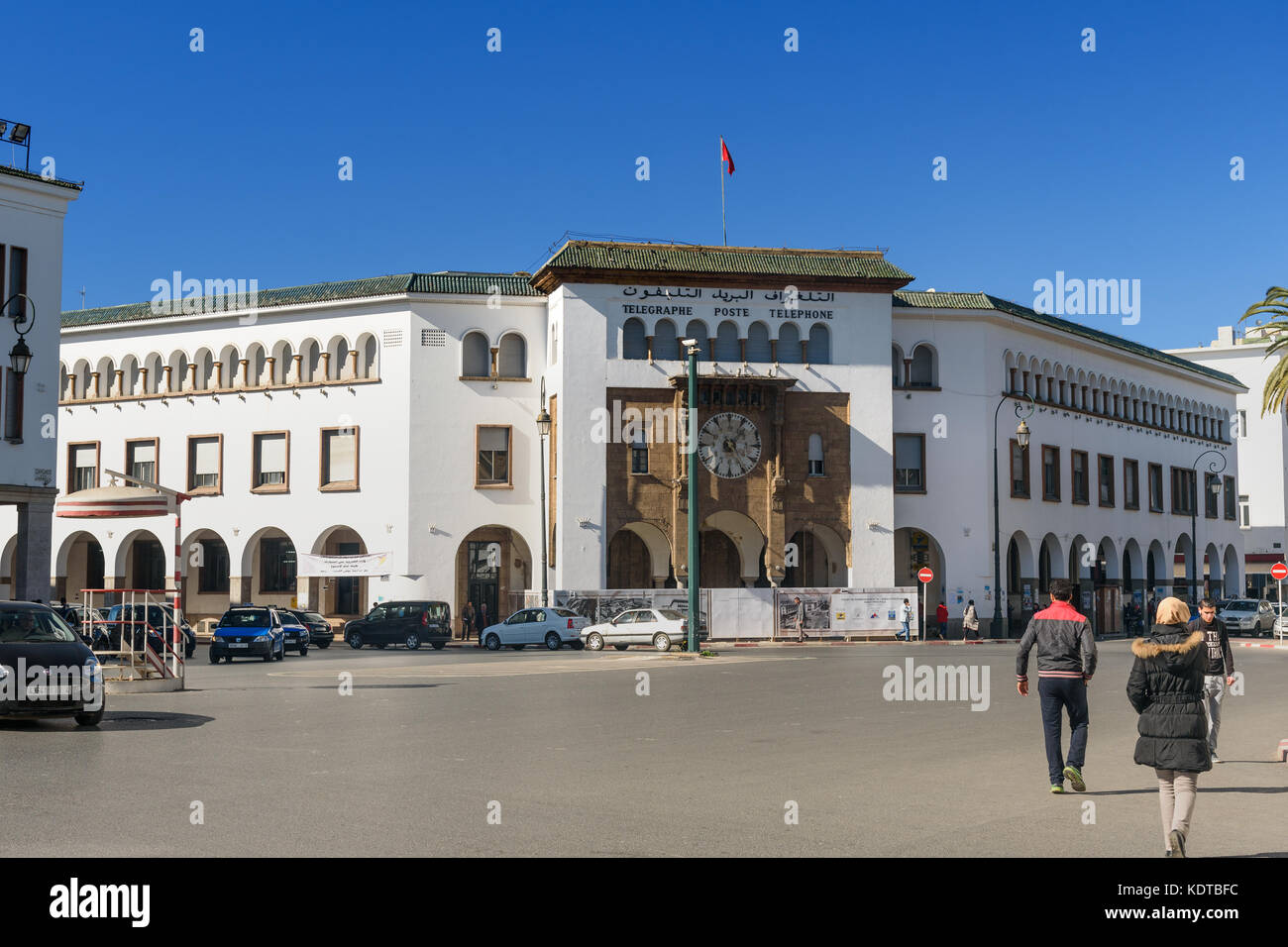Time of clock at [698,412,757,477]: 1:24
